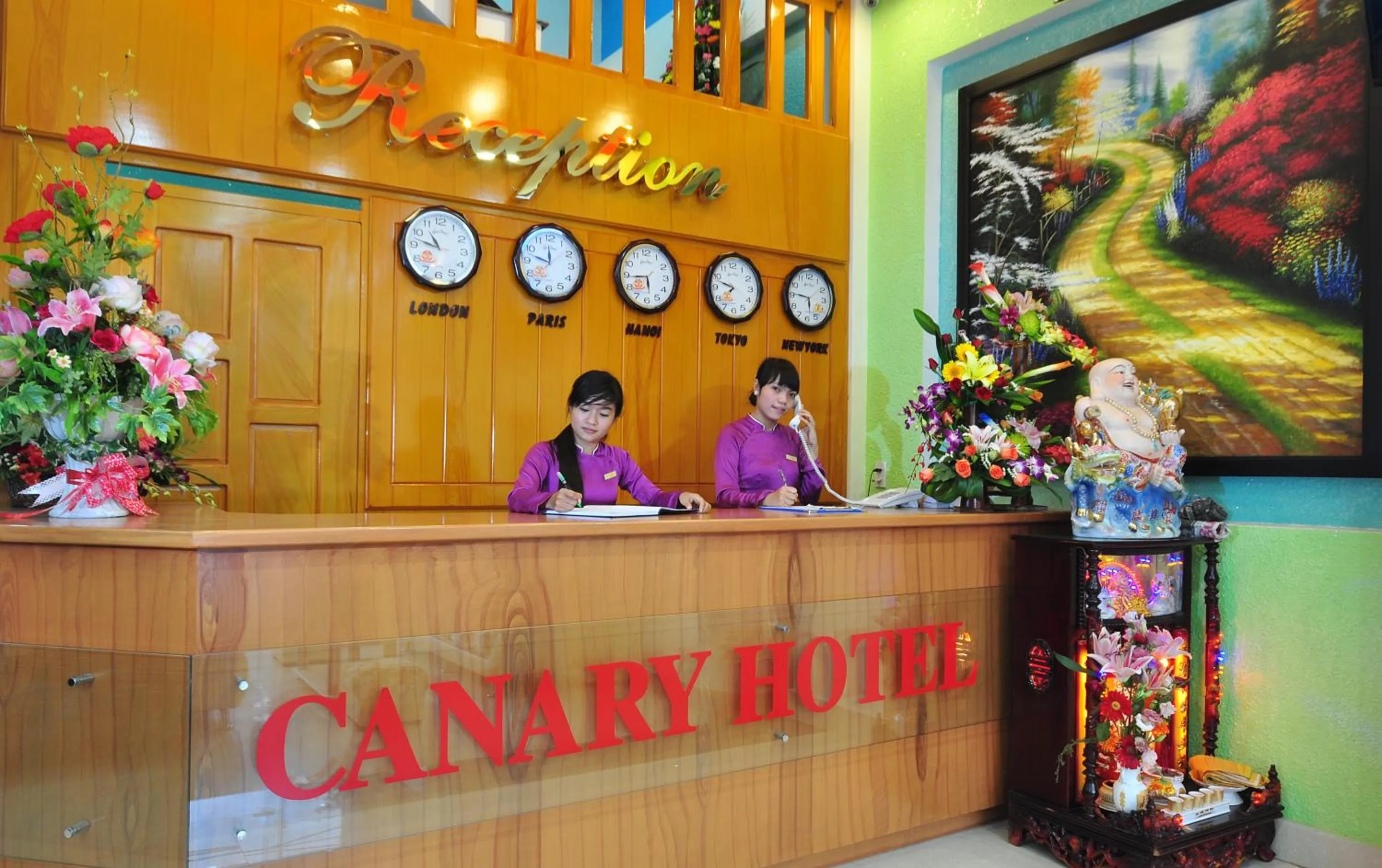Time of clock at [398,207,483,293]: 10:47
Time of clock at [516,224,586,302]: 11:47
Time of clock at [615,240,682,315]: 5:44
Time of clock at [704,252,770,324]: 7:48
